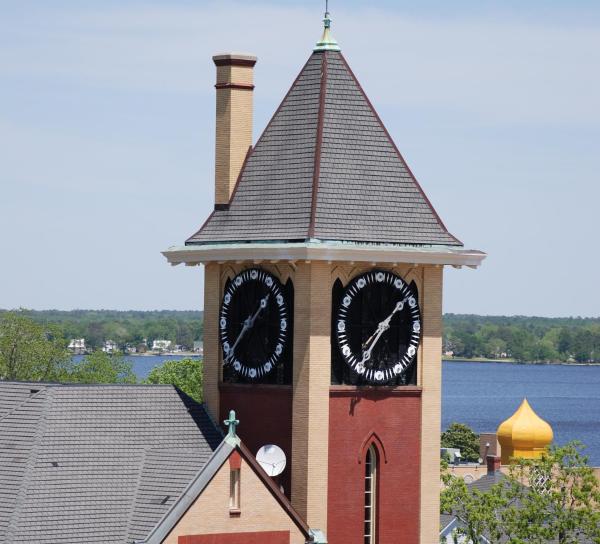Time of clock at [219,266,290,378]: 1:38
